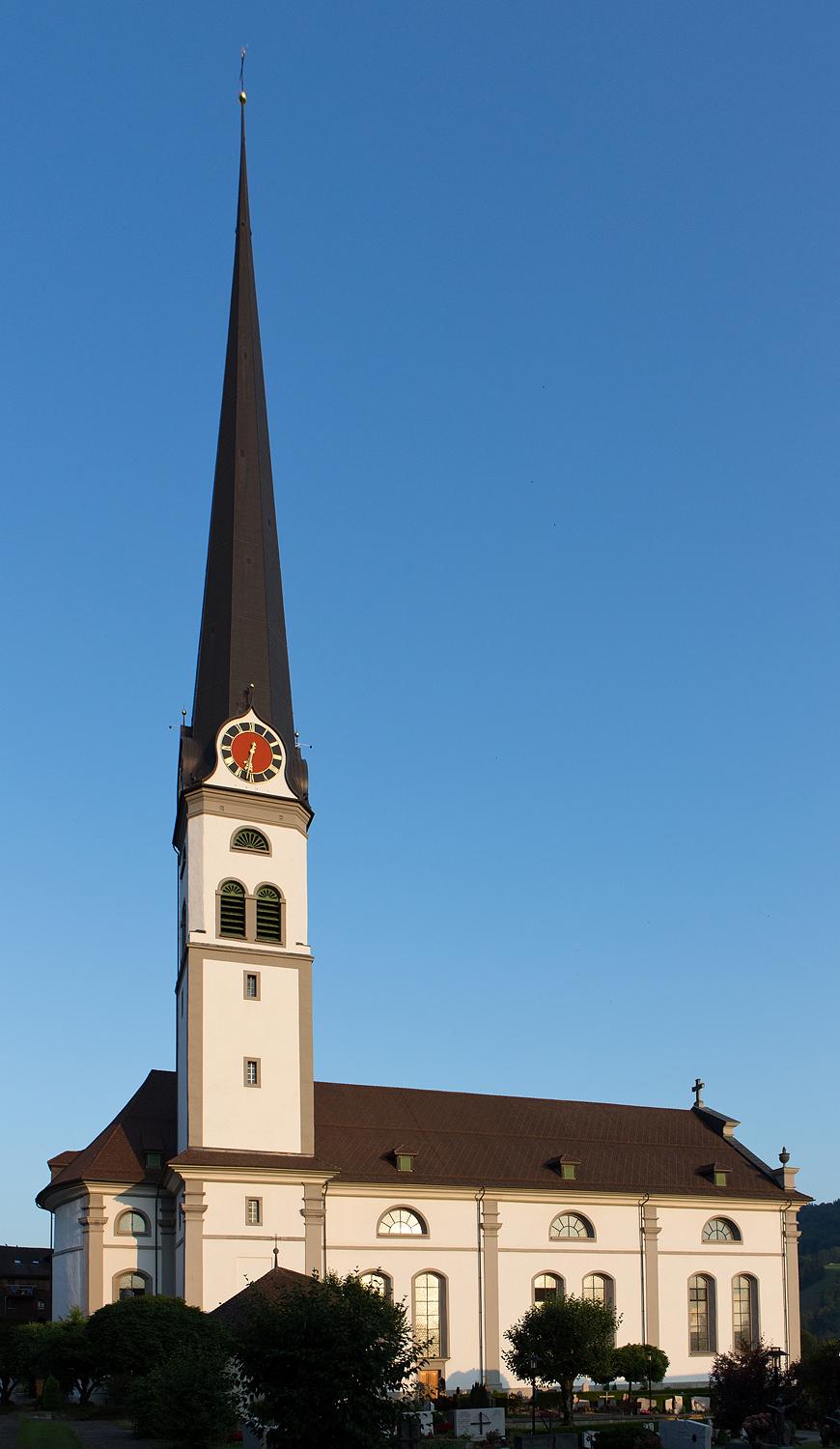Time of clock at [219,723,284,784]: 6:32
